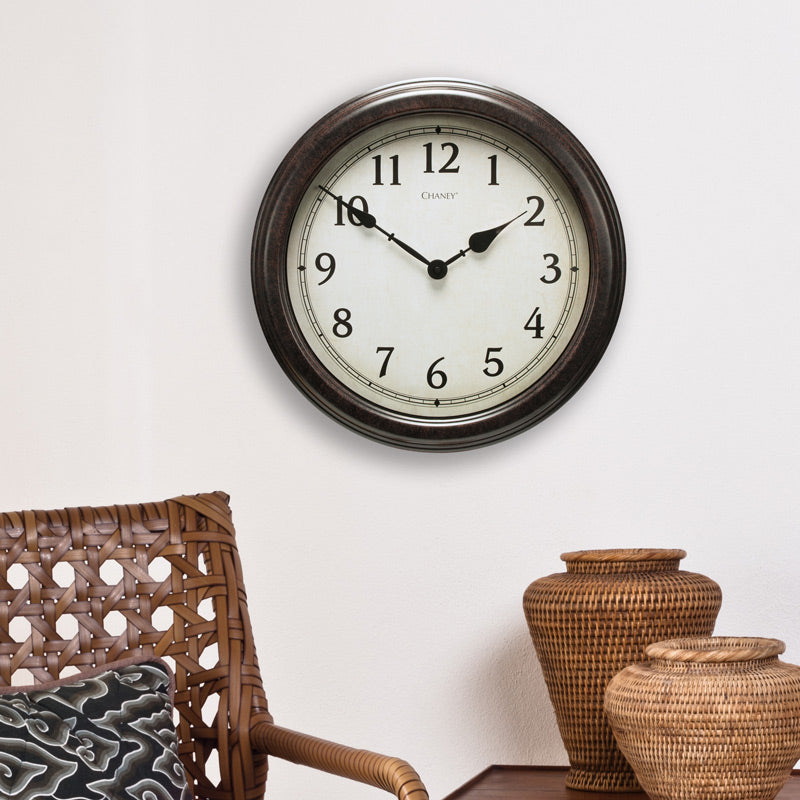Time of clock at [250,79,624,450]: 1:50
